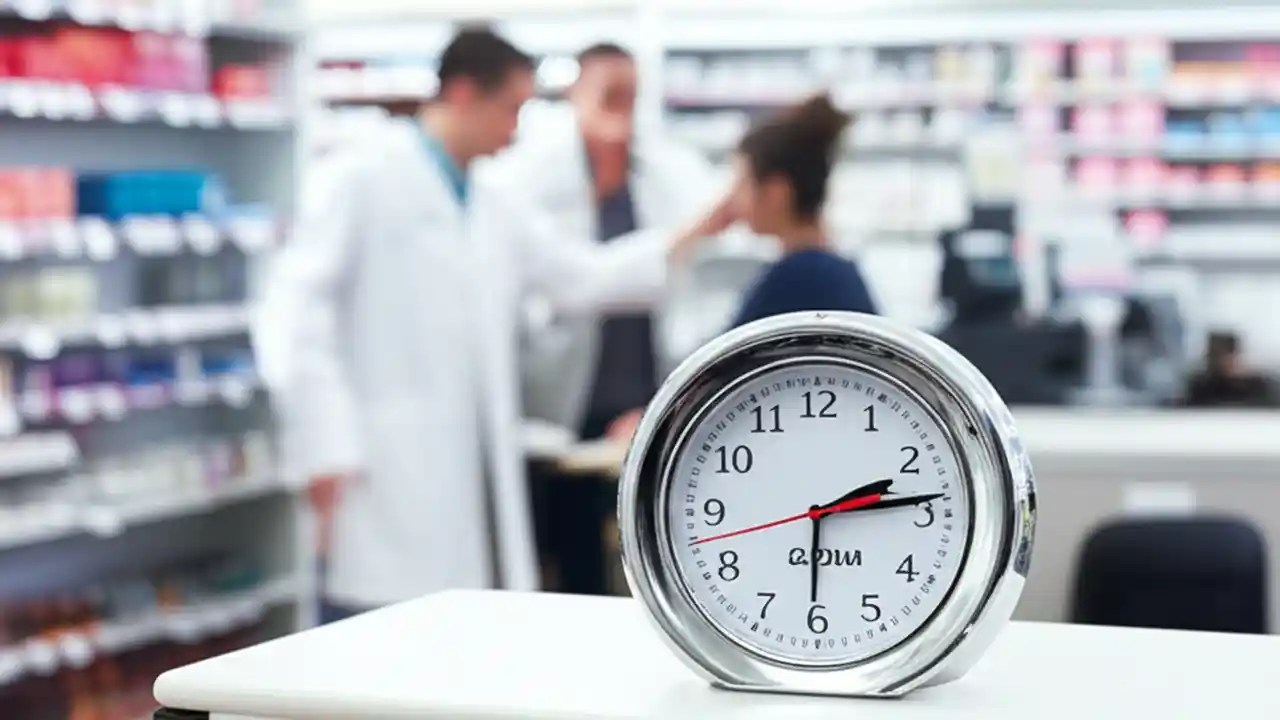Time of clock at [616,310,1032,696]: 2:13
